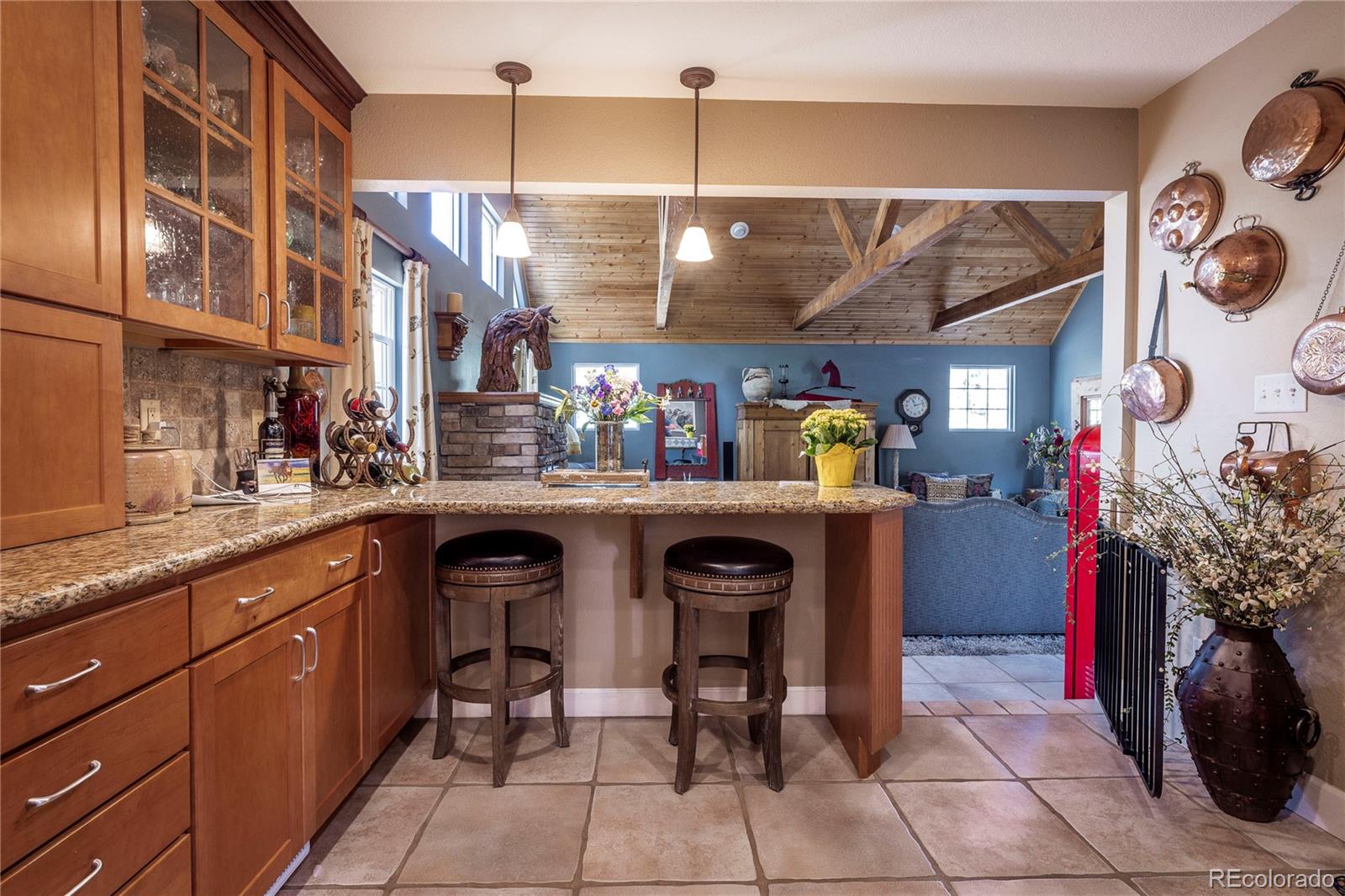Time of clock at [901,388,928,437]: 11:12
